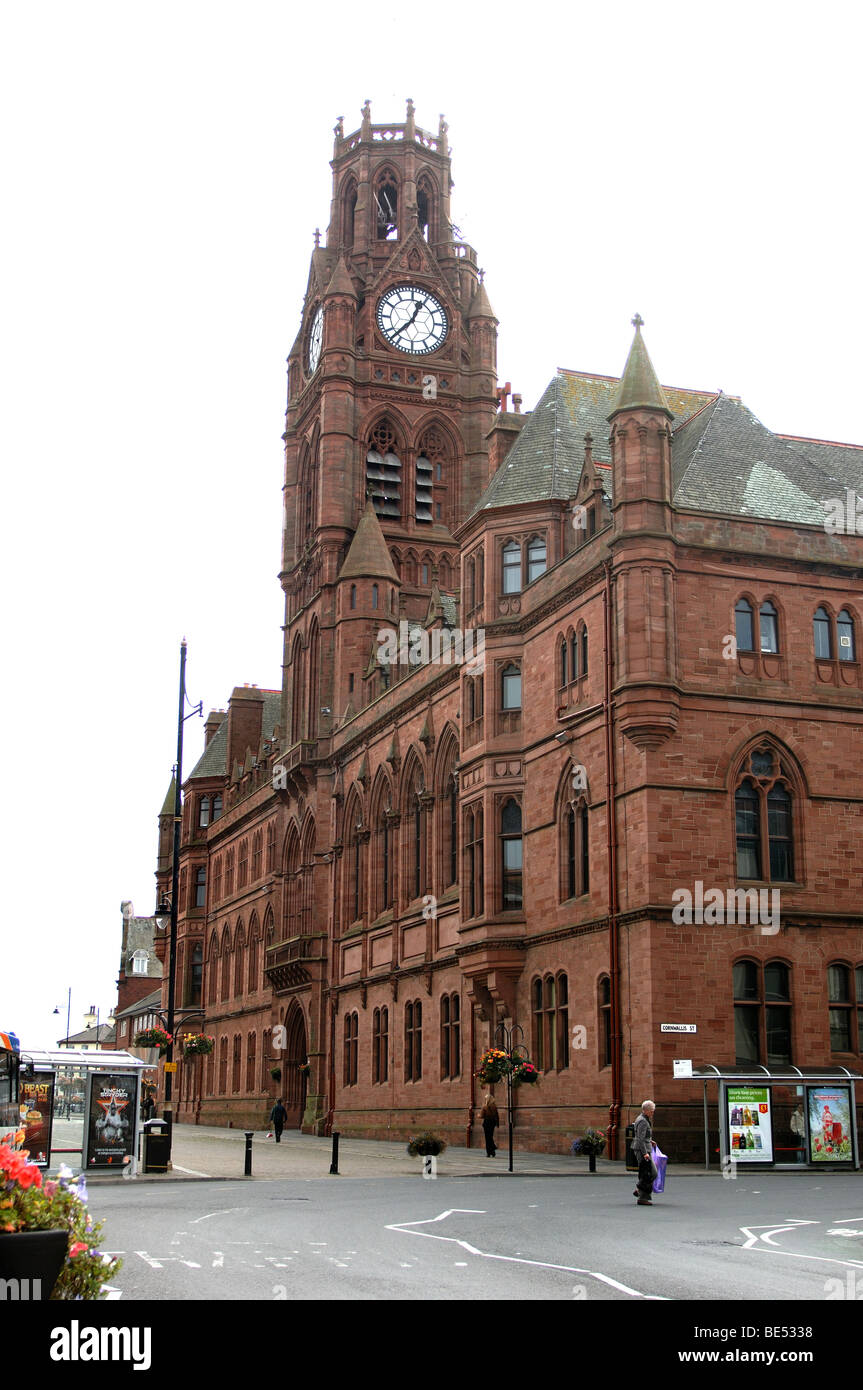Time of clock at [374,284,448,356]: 12:37
